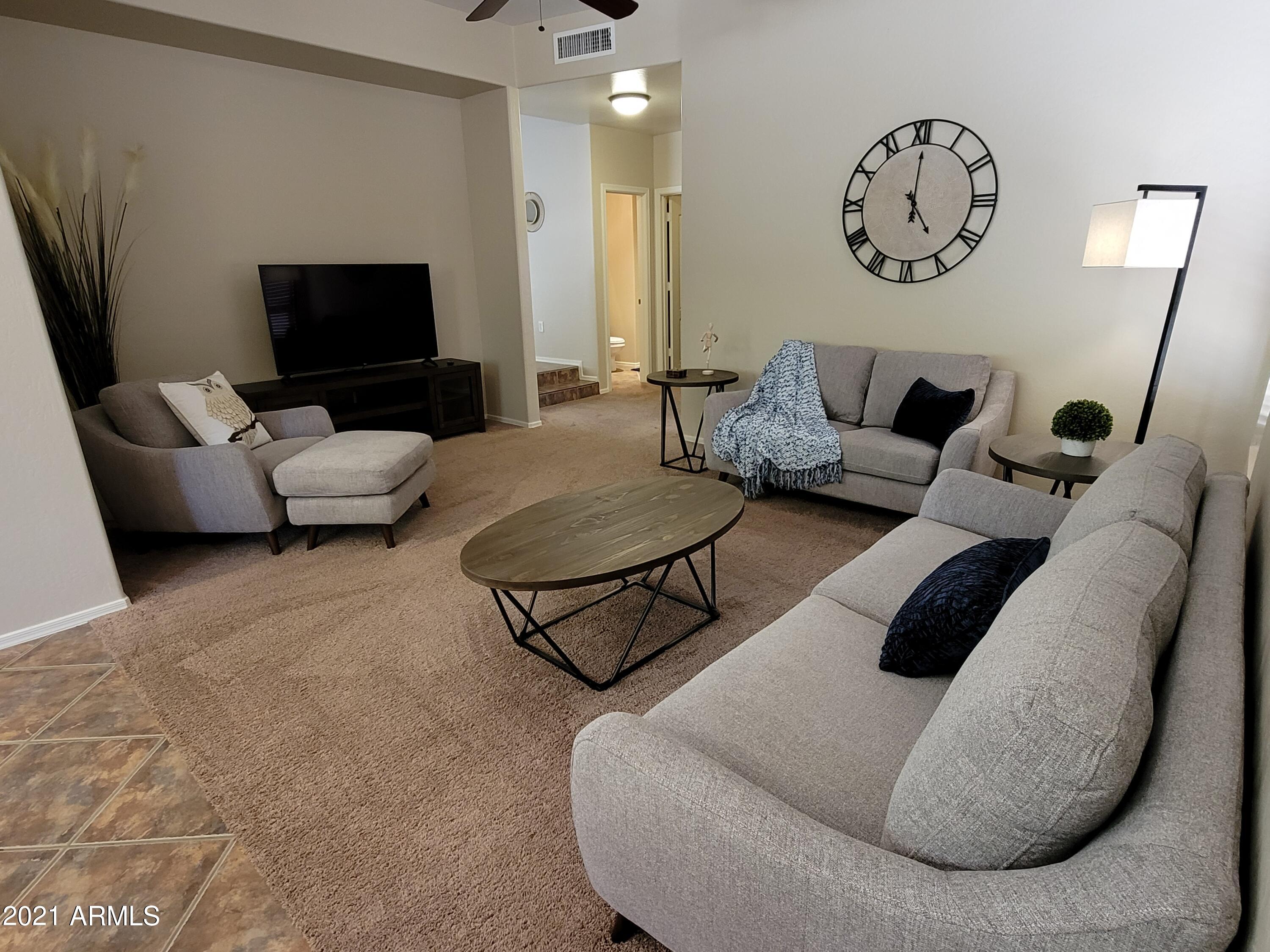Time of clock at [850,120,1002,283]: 5:00
